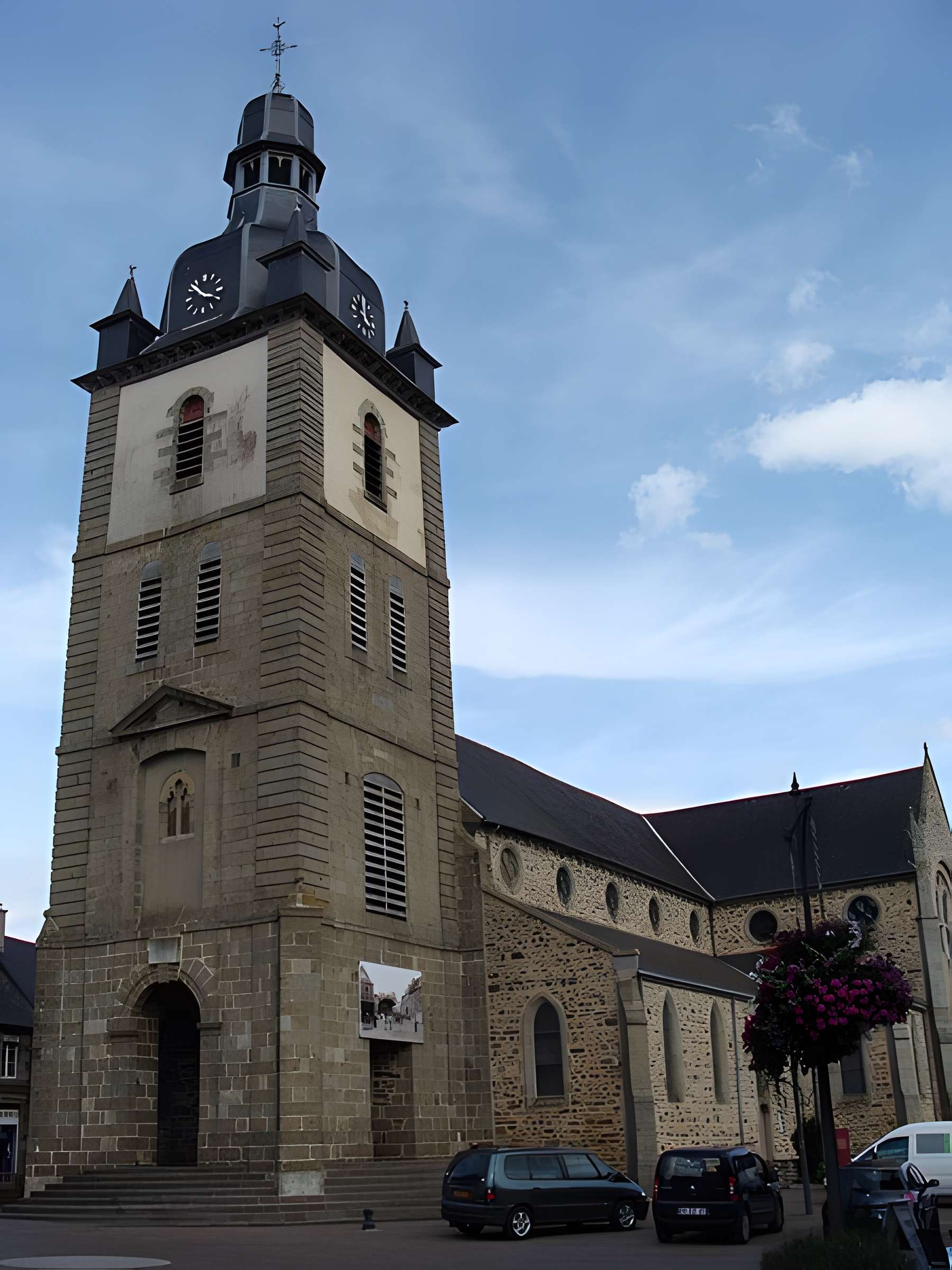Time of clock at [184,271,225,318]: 3:52
